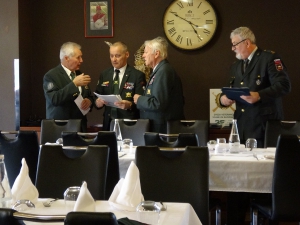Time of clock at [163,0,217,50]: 4:49
